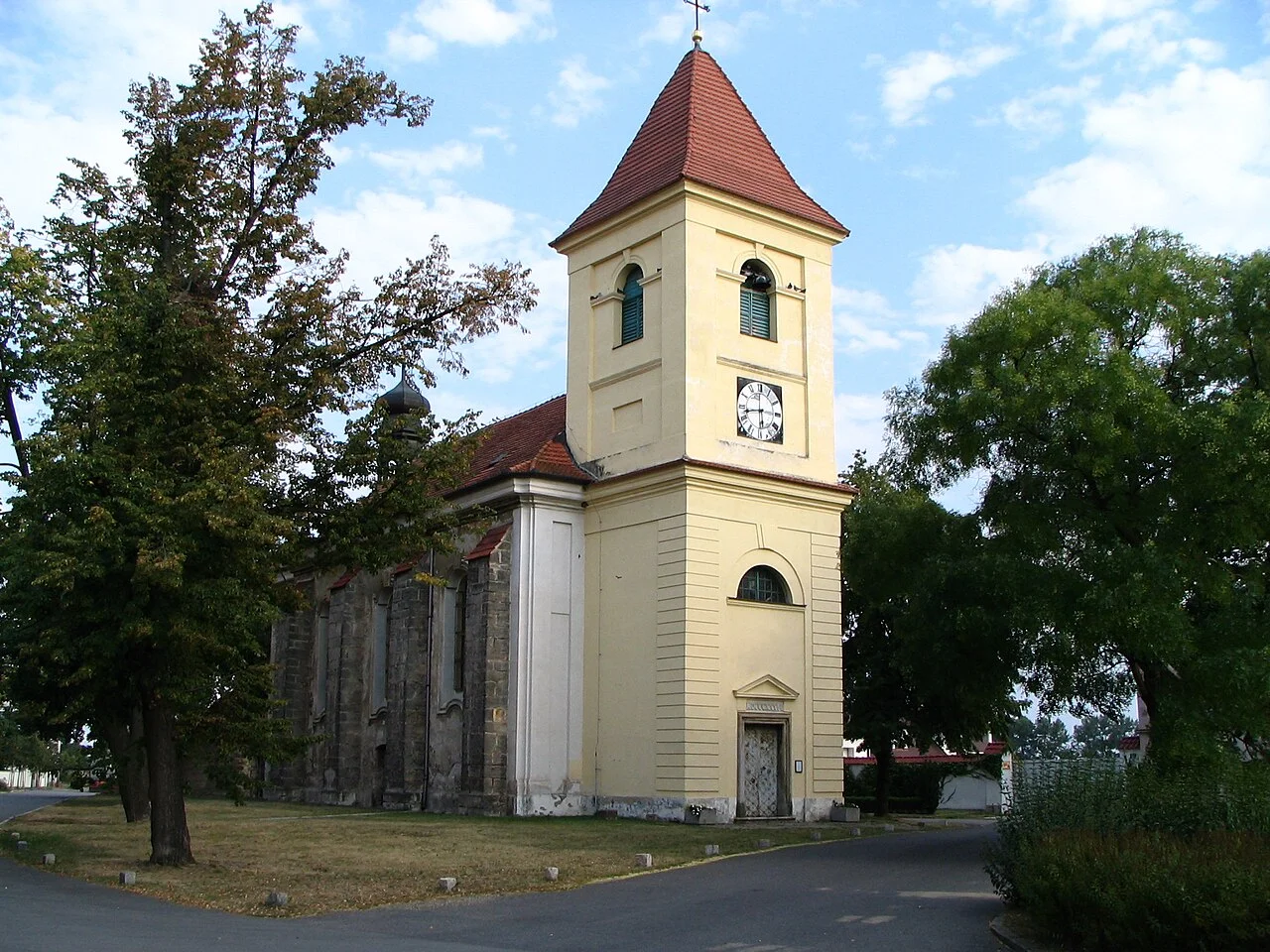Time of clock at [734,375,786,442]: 5:42
